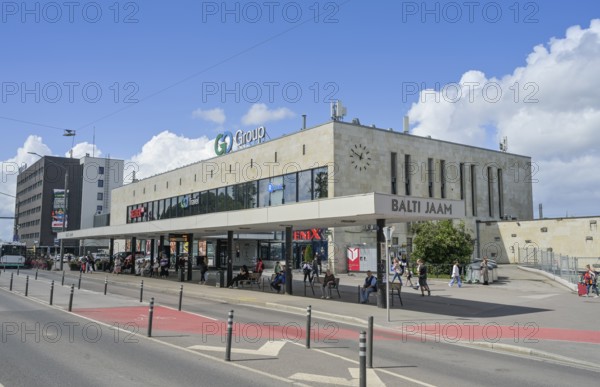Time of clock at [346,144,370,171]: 12:49
